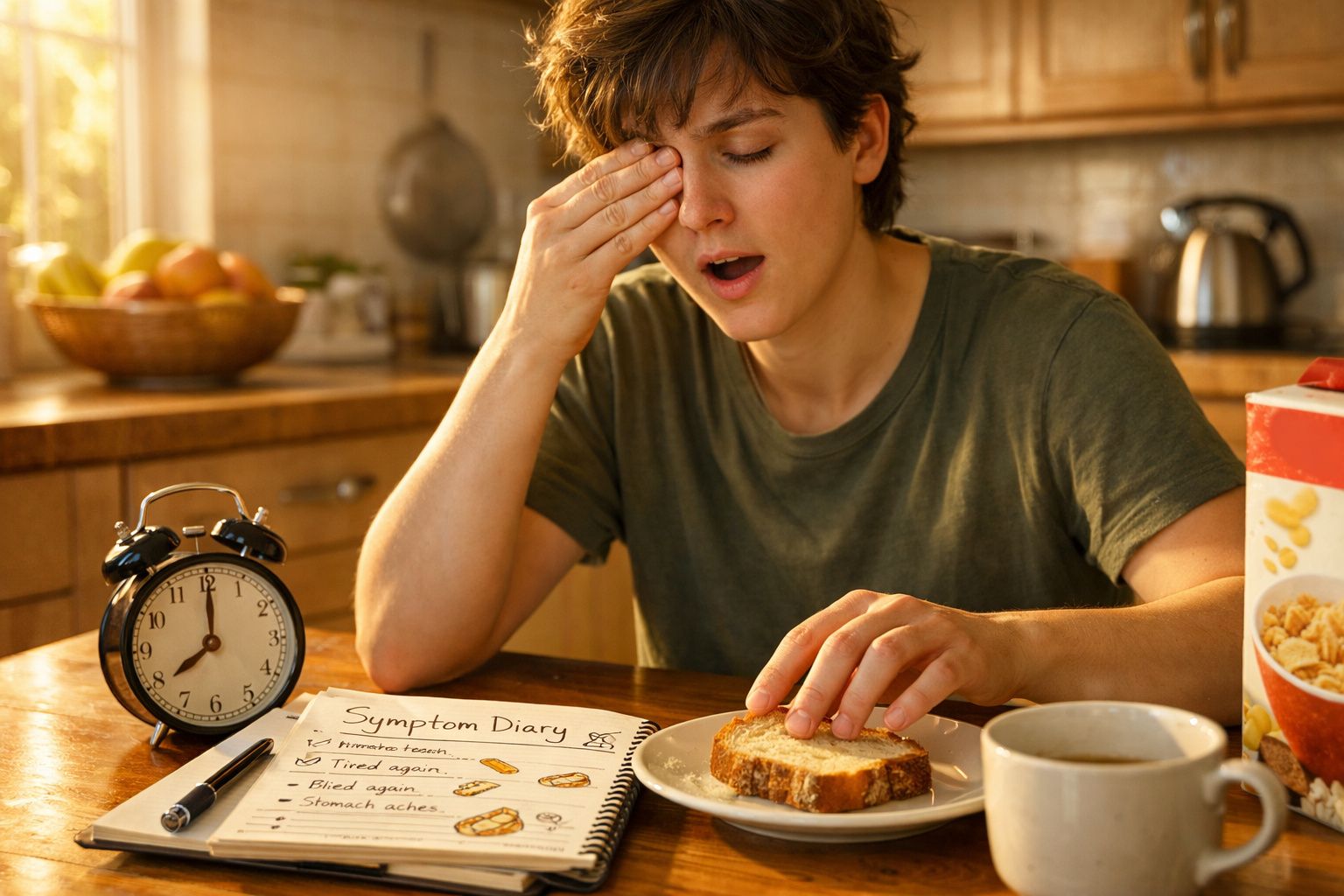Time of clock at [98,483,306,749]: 8:00
